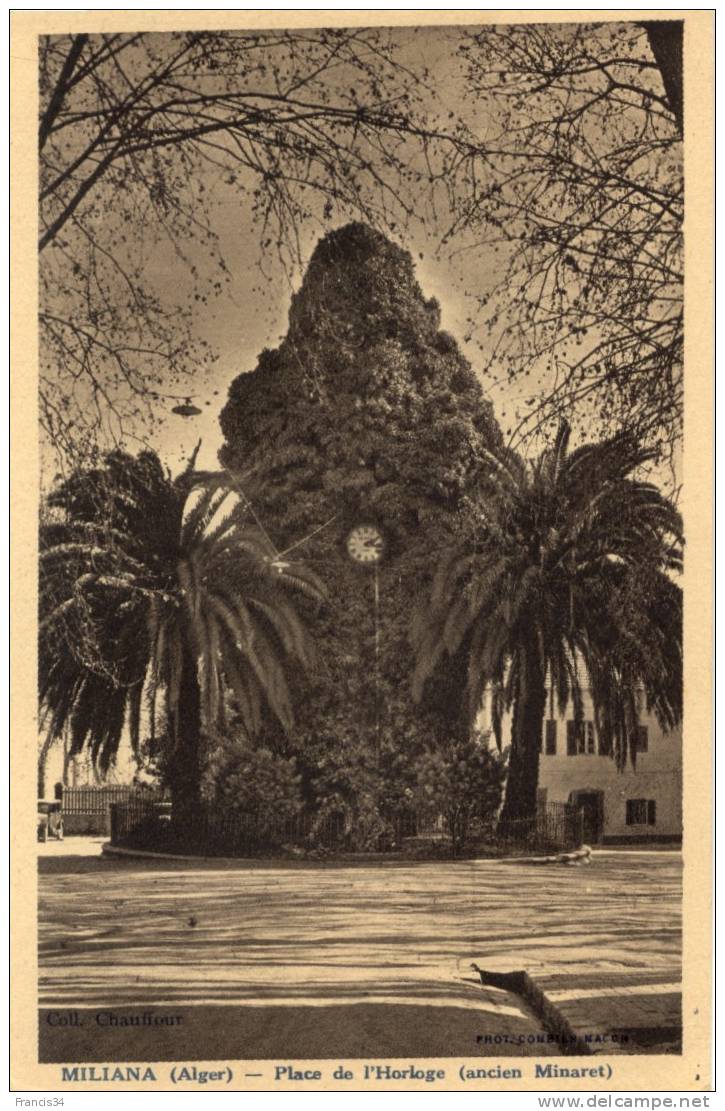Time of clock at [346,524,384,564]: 2:17
